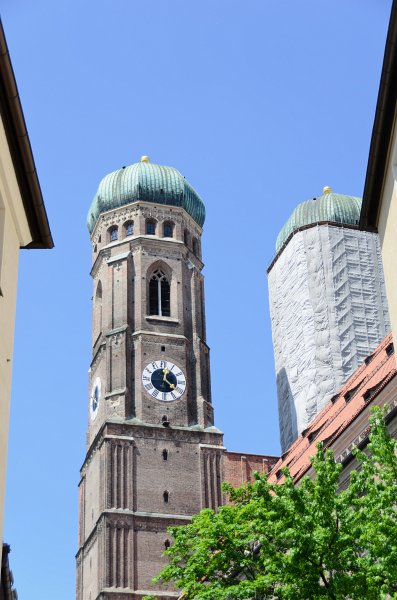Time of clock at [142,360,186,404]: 4:02
